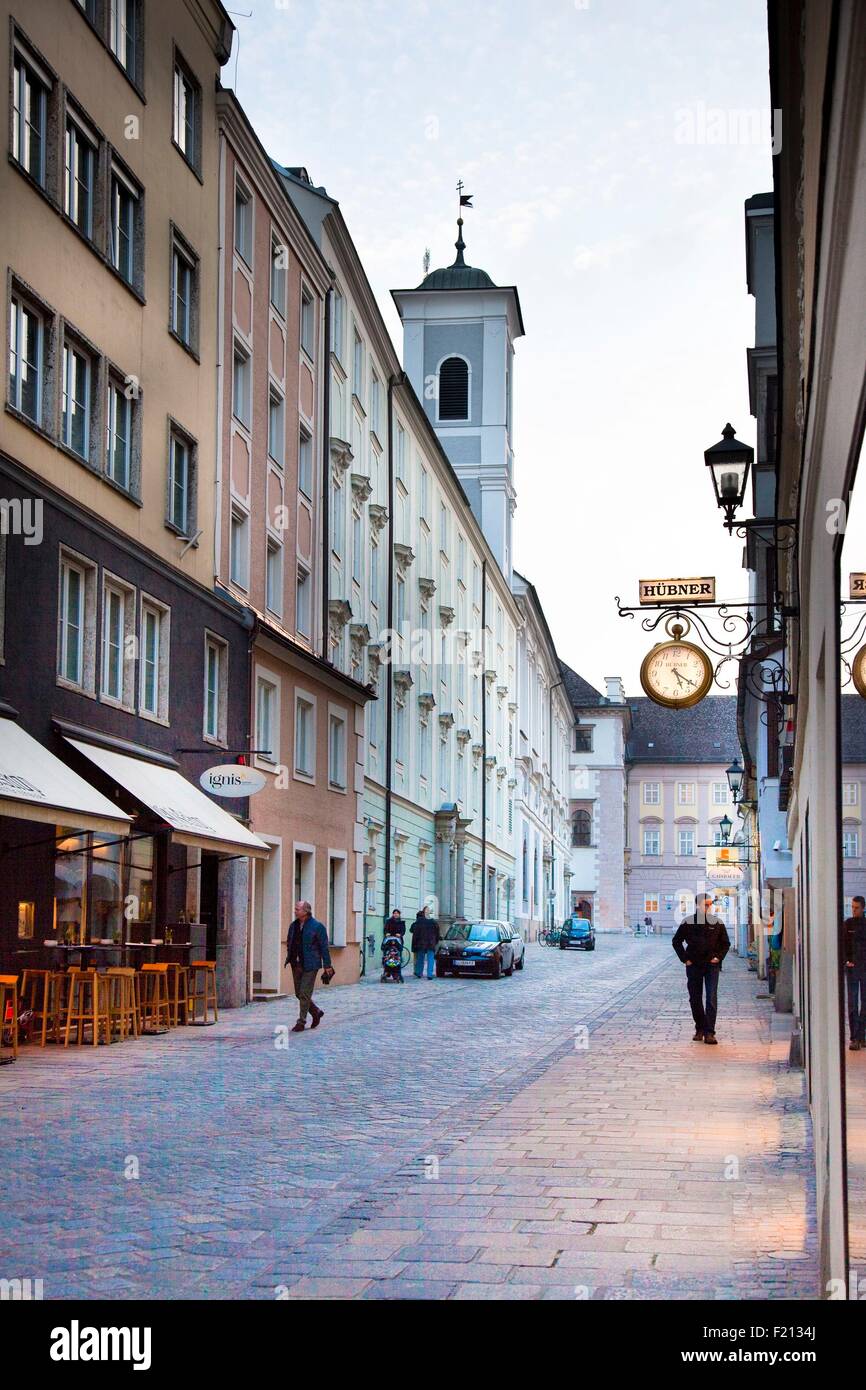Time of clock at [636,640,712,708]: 5:21
